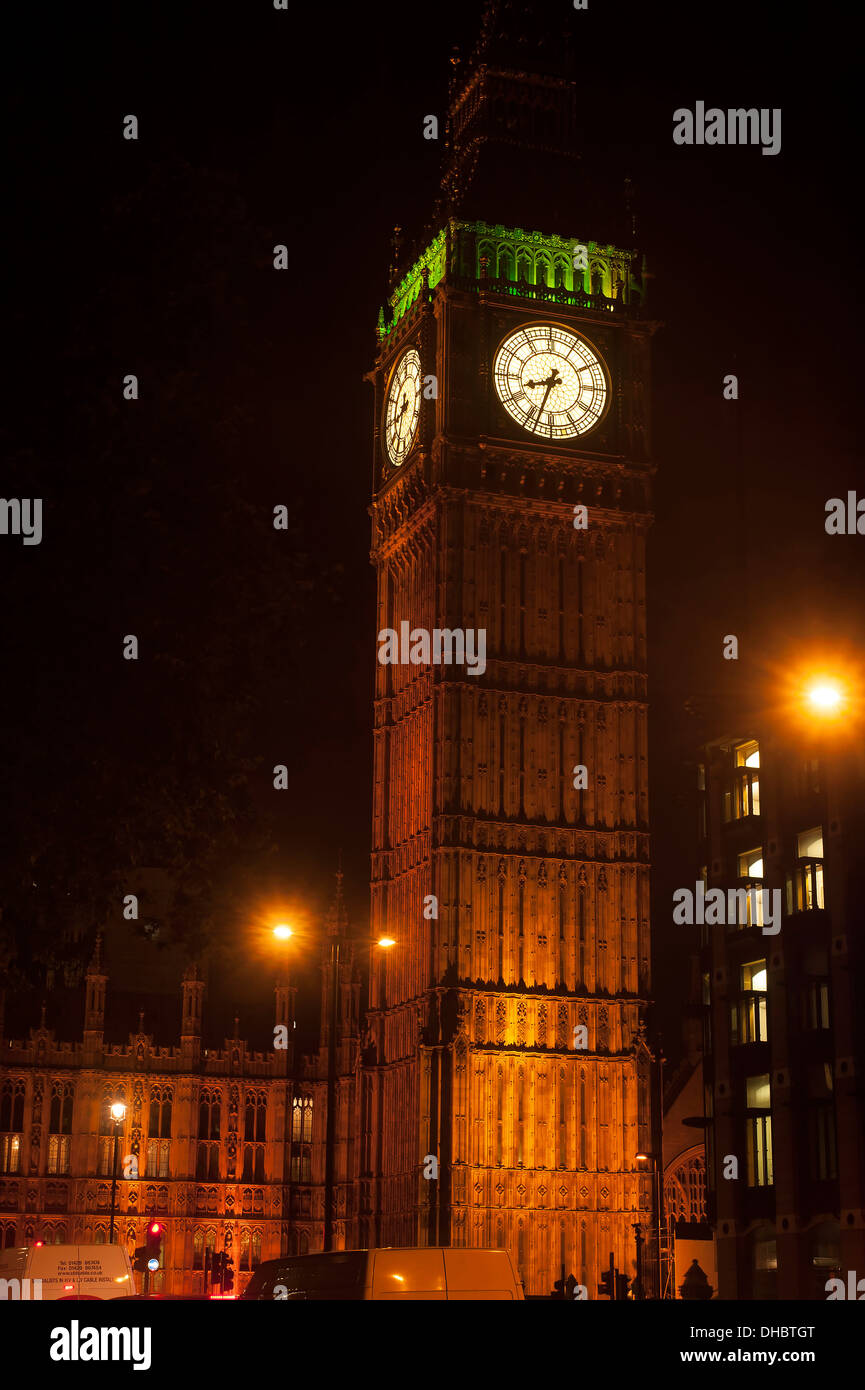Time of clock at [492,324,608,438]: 8:33
